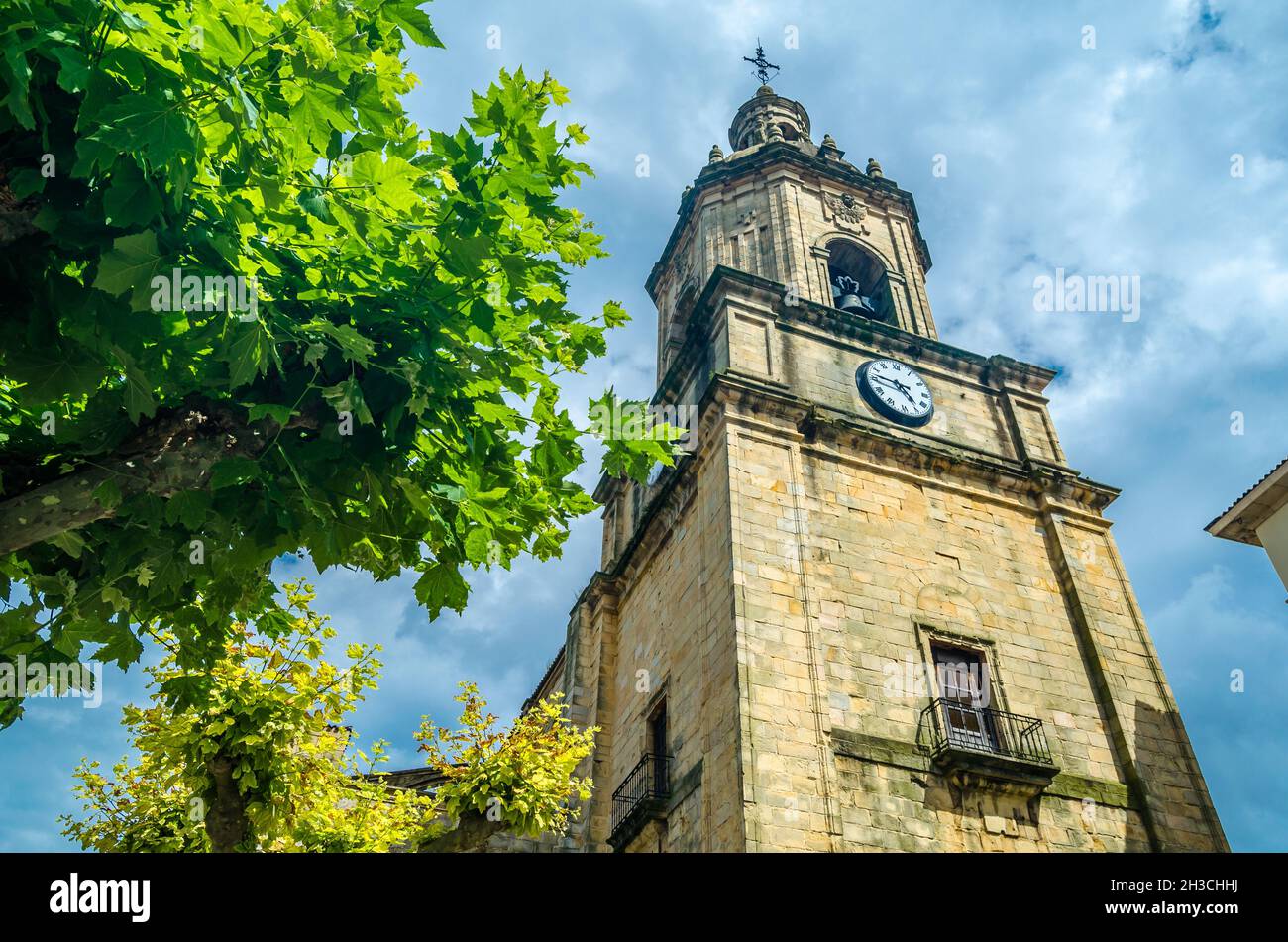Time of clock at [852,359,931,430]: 4:46
